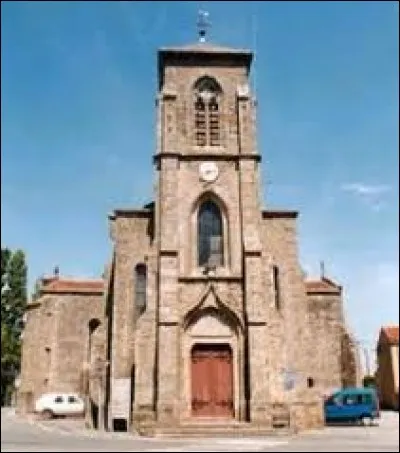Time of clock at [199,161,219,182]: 7:13
